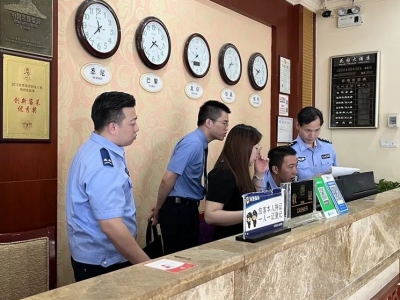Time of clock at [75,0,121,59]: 11:37
